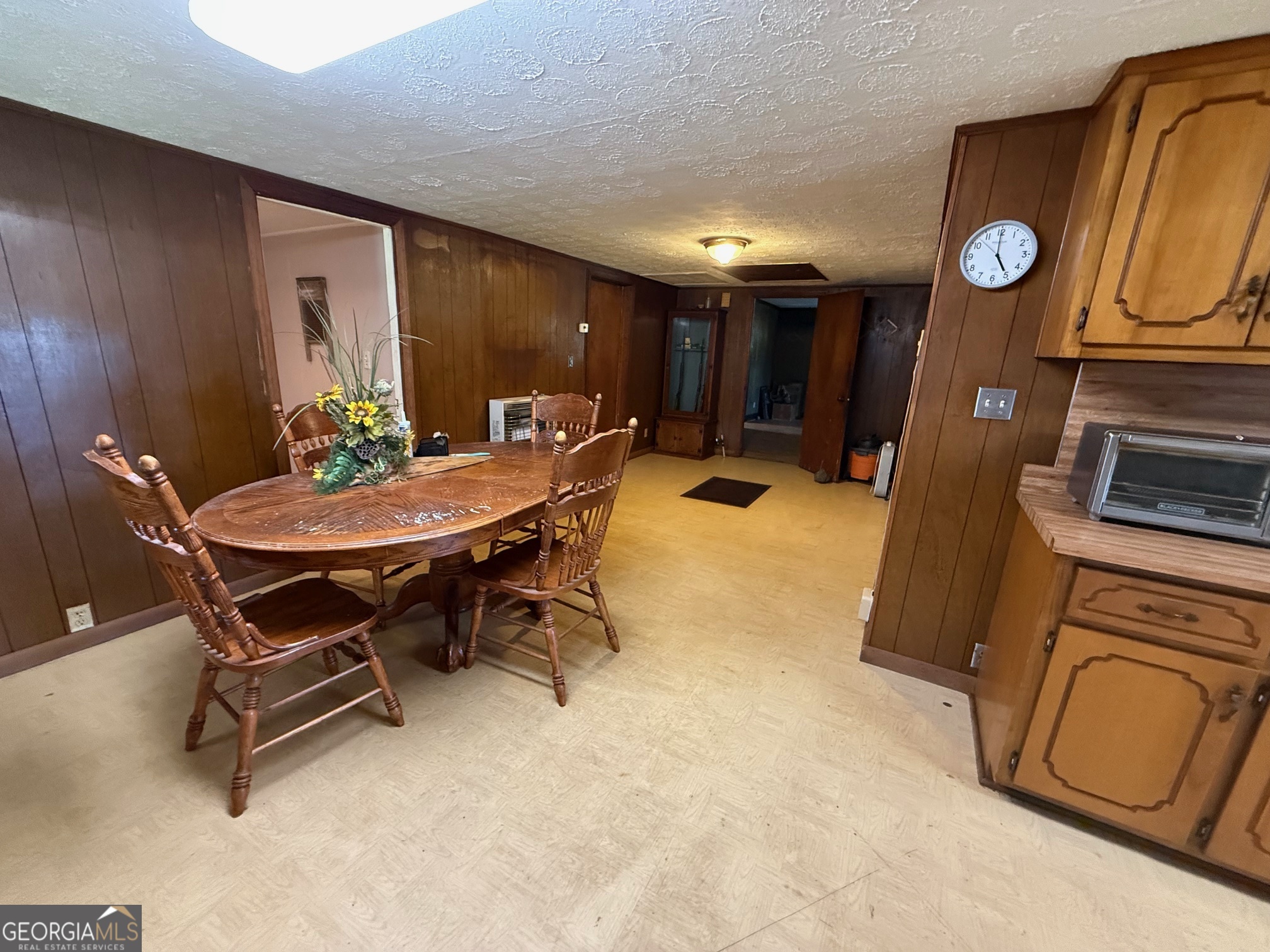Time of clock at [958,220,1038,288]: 4:59
